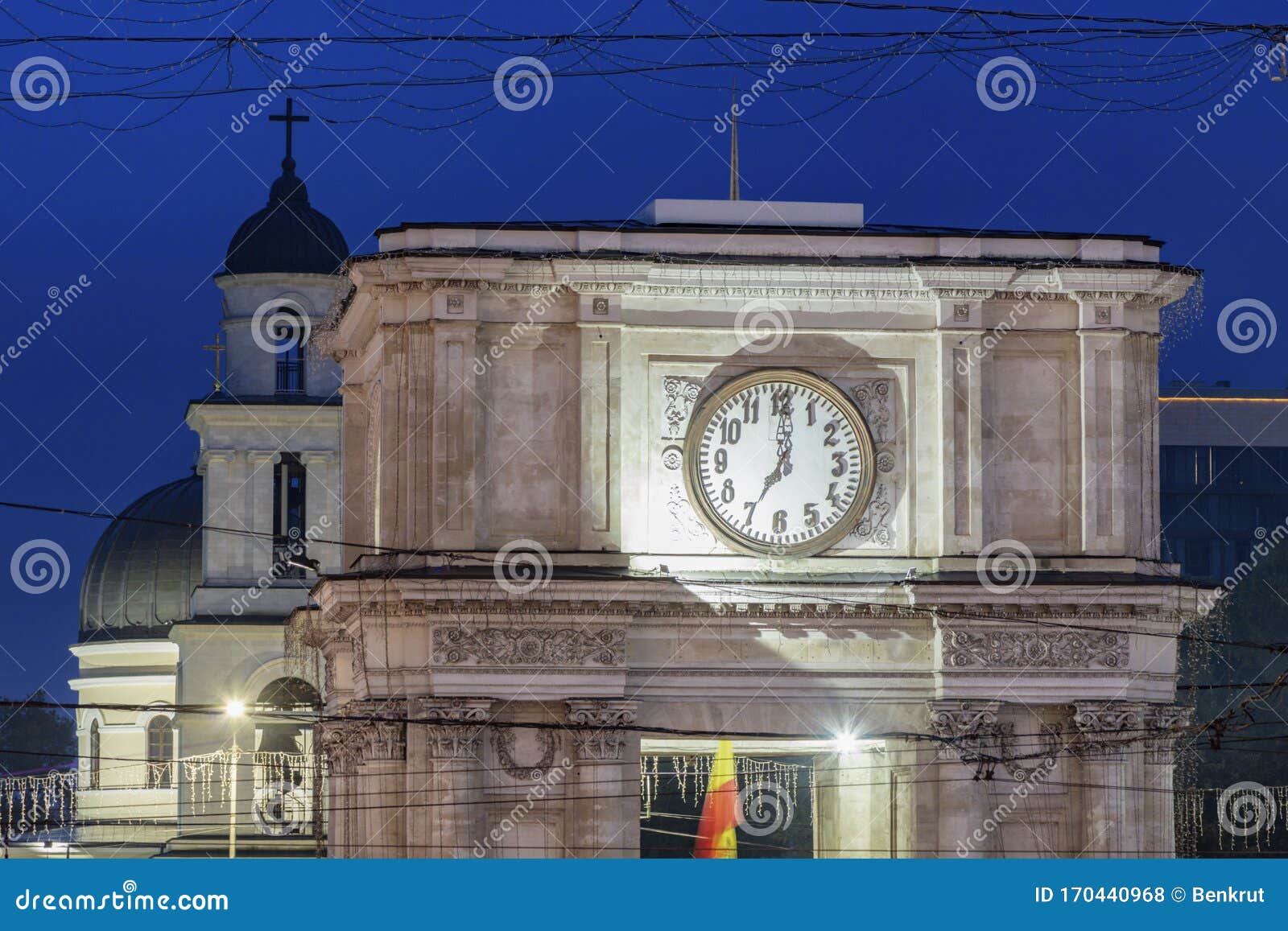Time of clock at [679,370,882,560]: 7:00
